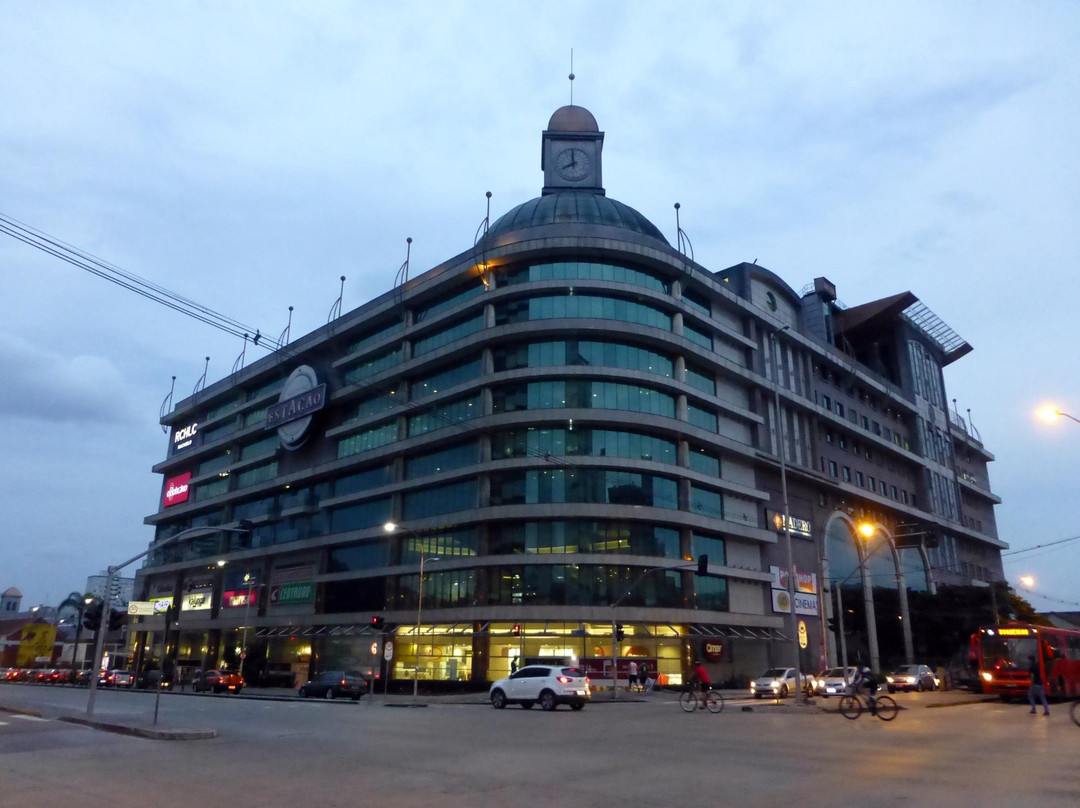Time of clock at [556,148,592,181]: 7:58
